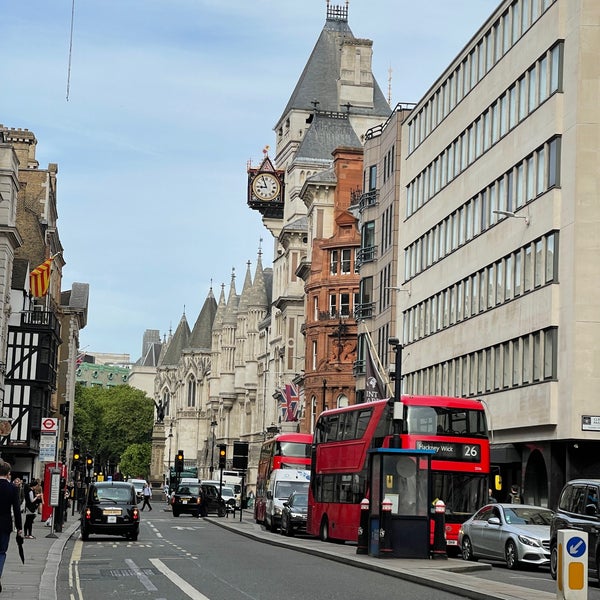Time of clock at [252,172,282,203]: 8:56
